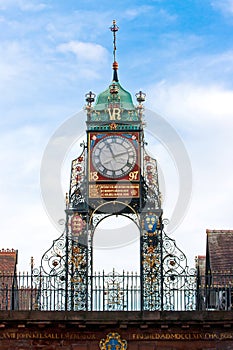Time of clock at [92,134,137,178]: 11:12
